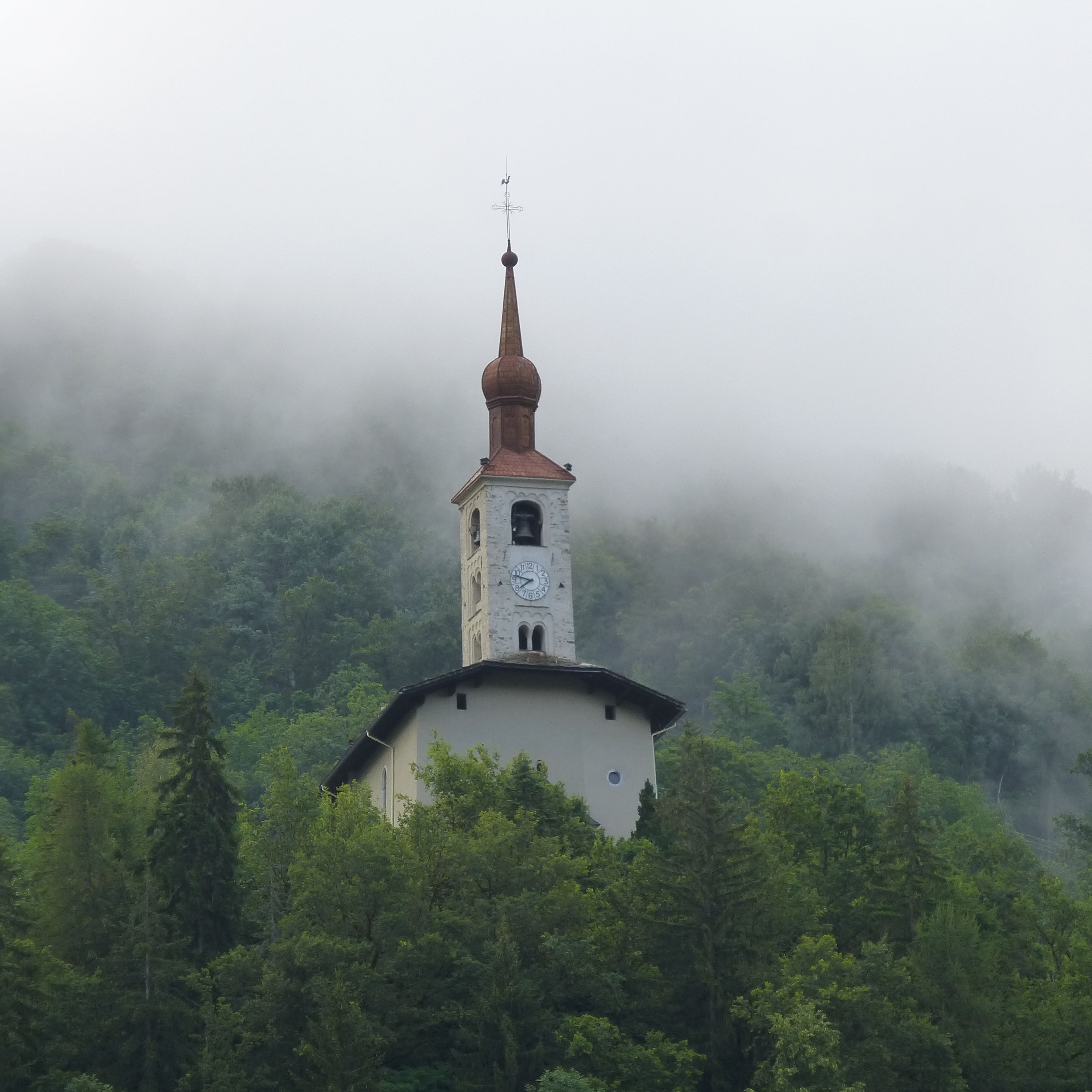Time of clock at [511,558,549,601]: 7:47
